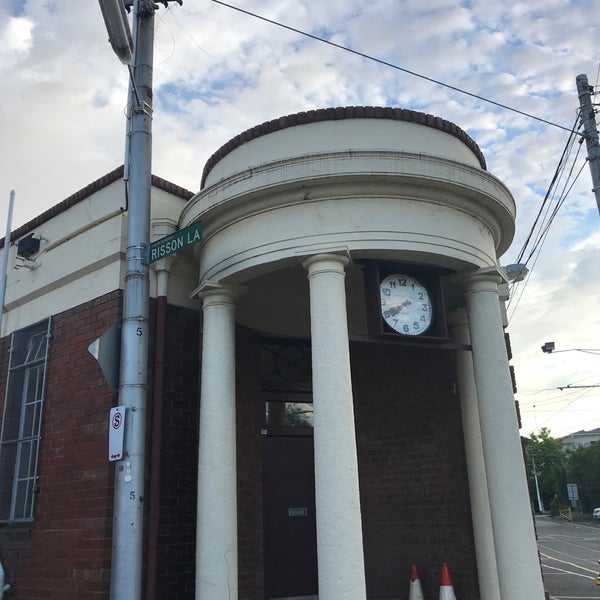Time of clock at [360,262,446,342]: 7:40
